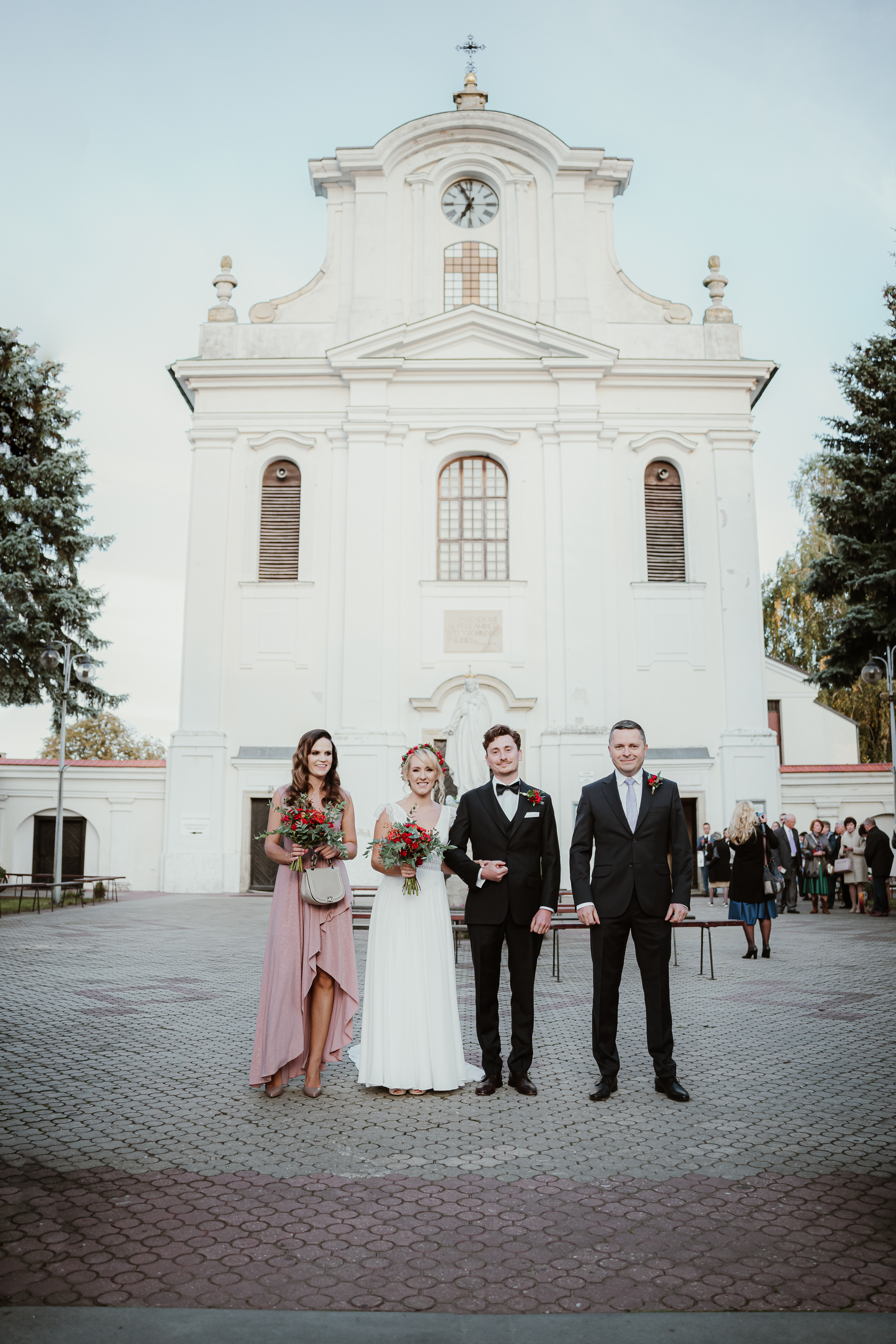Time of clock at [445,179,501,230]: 6:55
